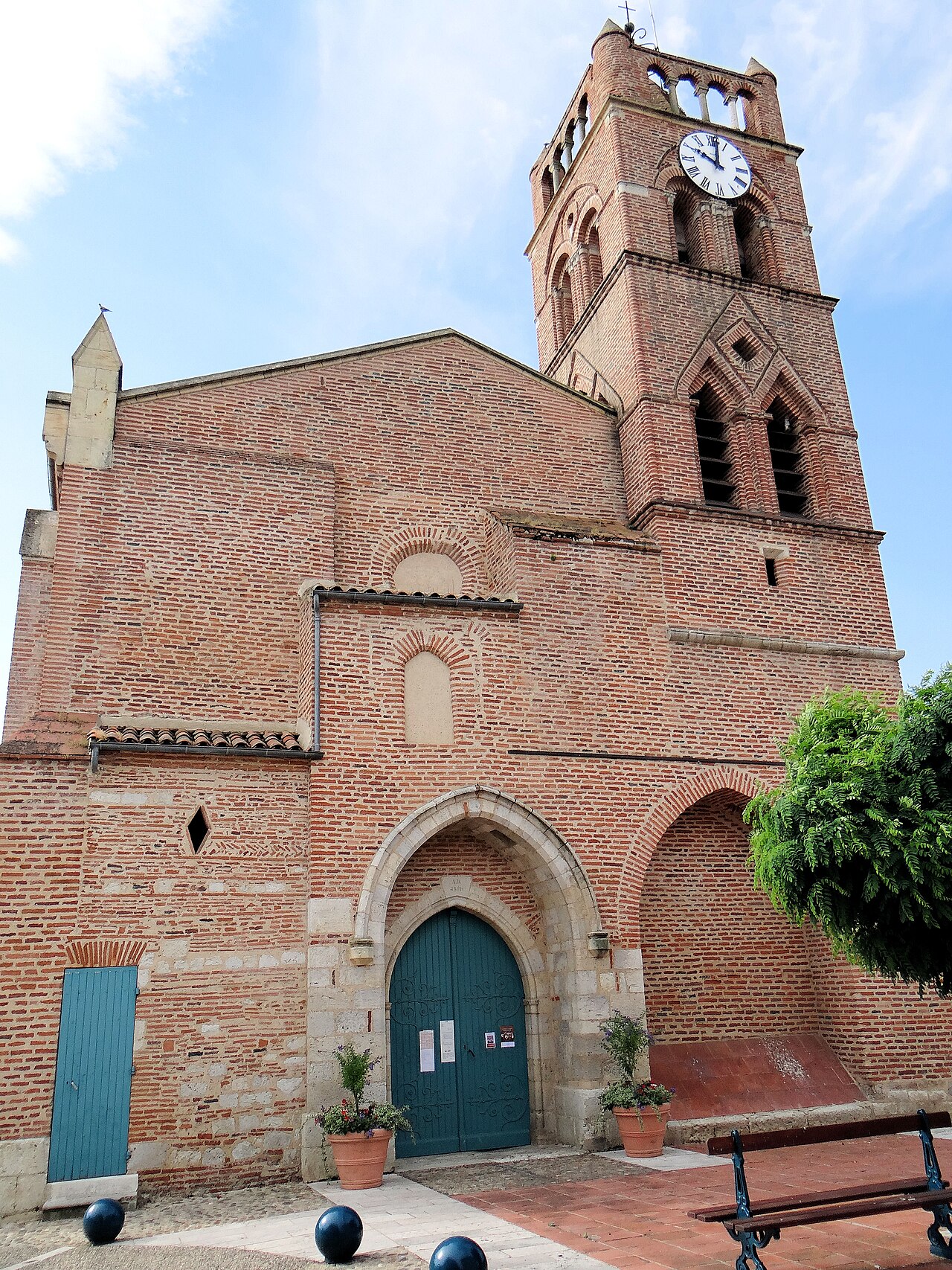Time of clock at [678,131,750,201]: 10:01
